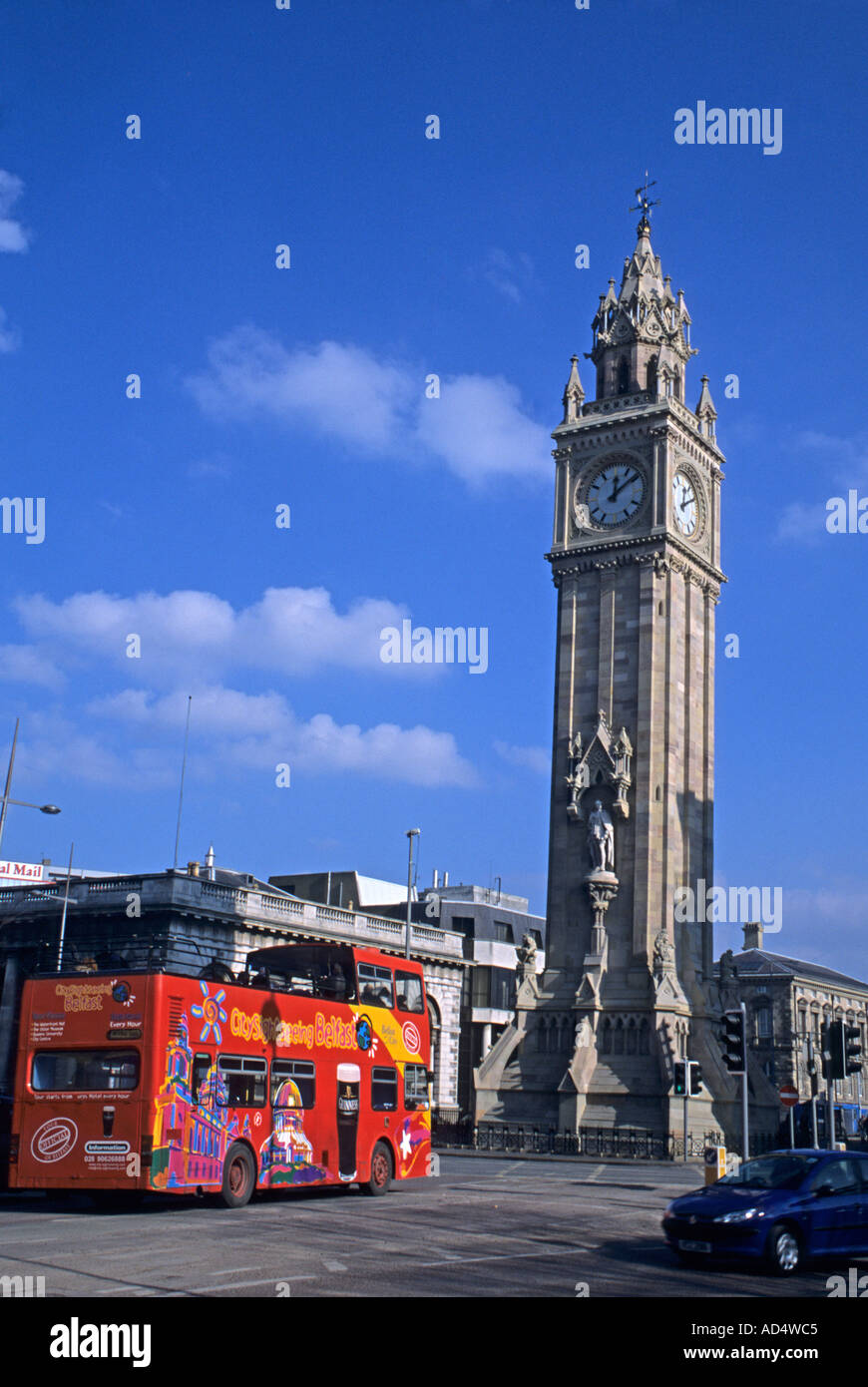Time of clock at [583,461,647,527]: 12:08
